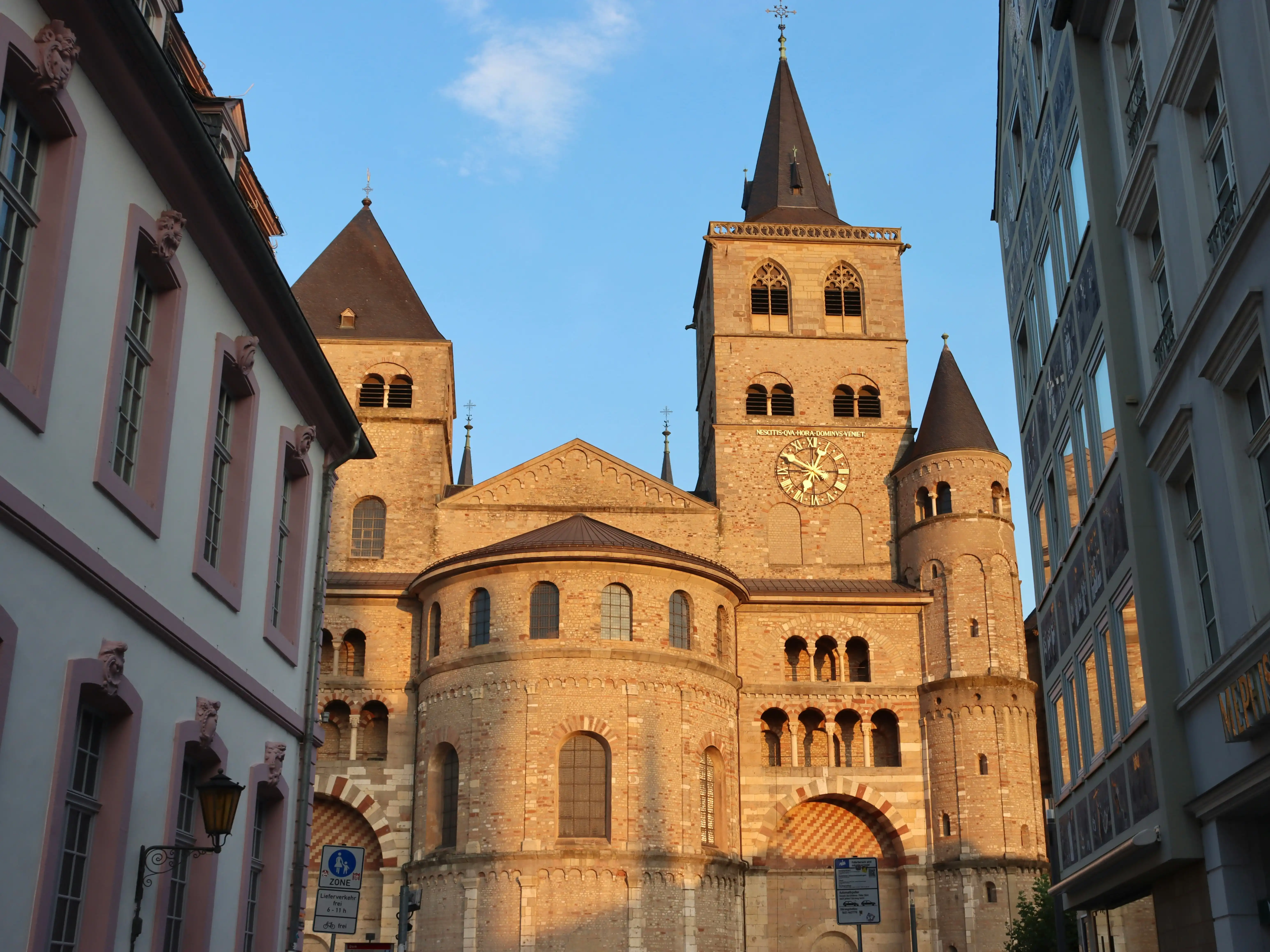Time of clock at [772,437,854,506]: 12:49
